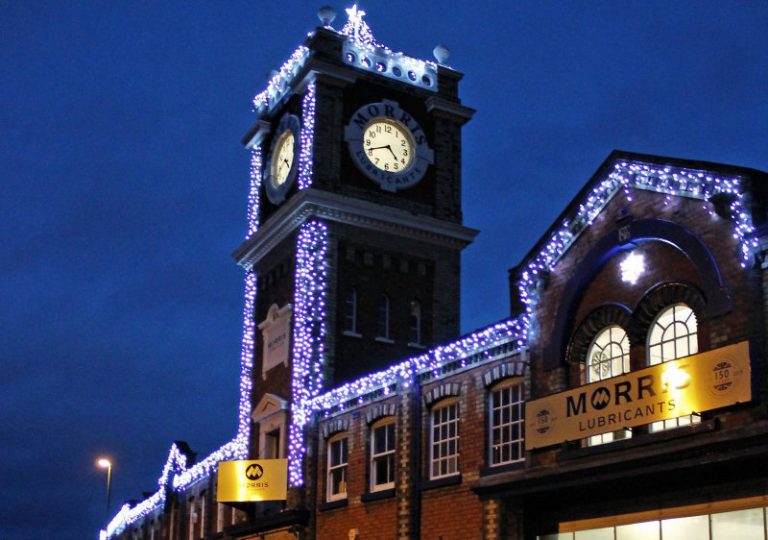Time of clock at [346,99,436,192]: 4:41
